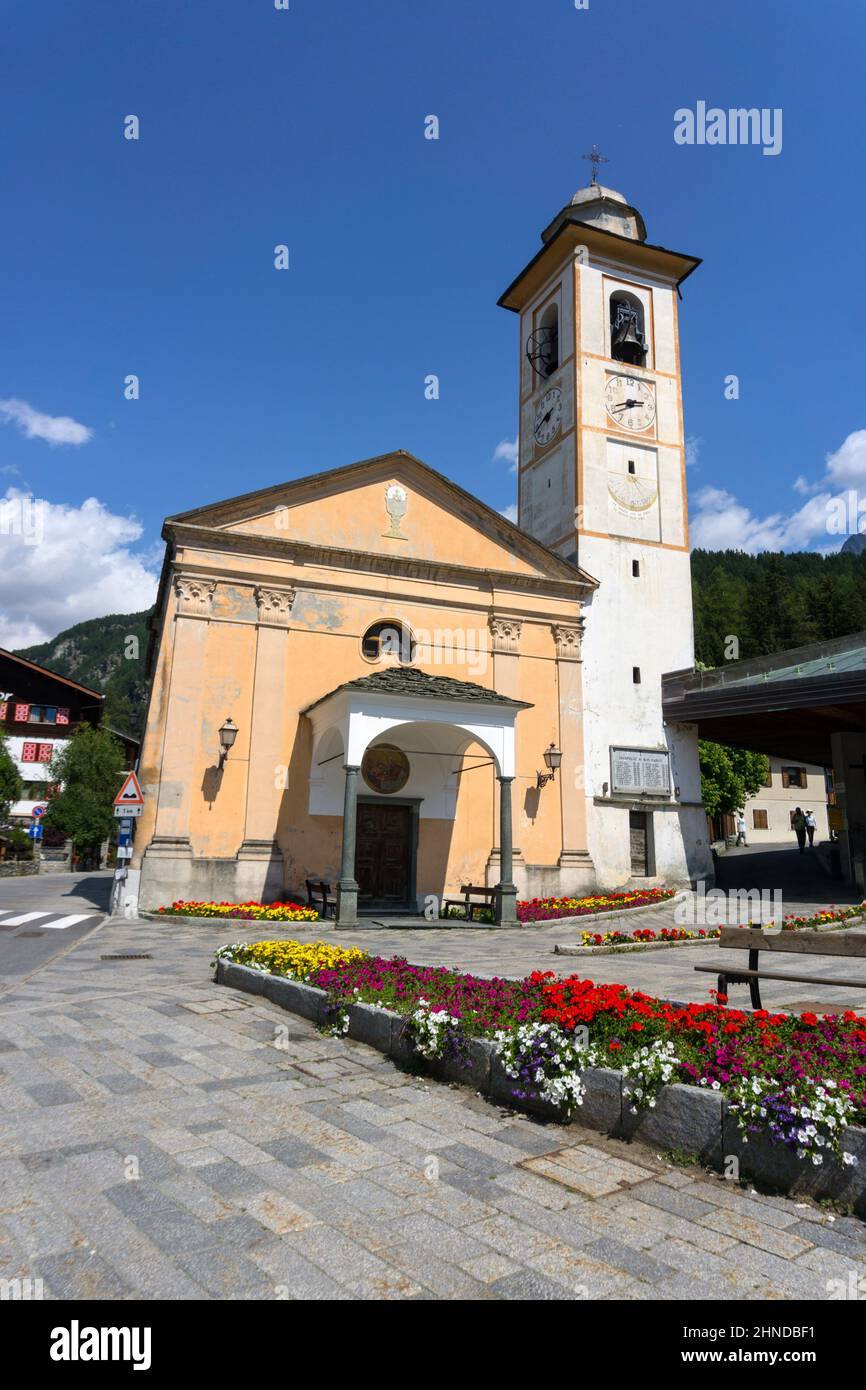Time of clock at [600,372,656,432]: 2:40
